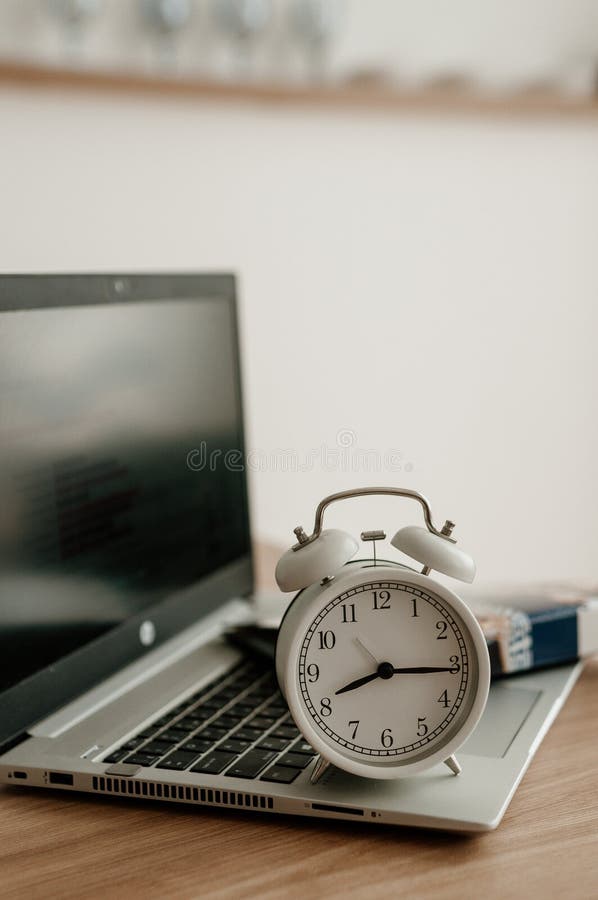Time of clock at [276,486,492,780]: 8:15
